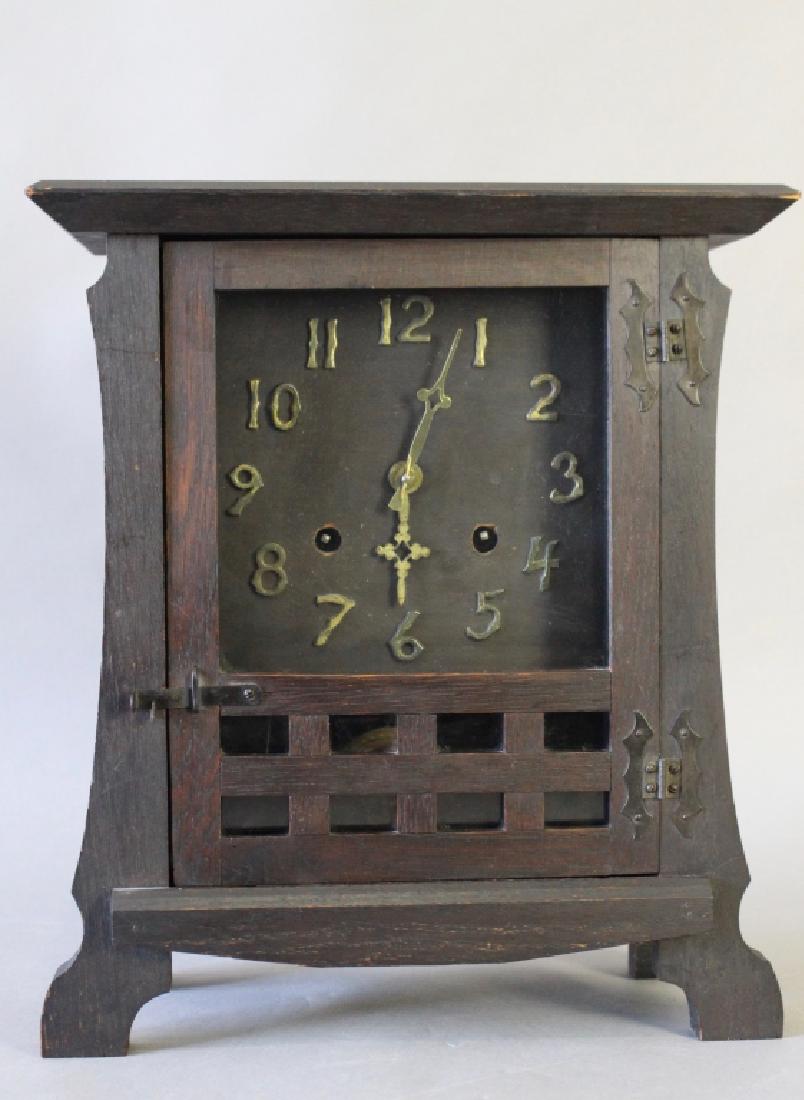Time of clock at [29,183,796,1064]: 6:03
